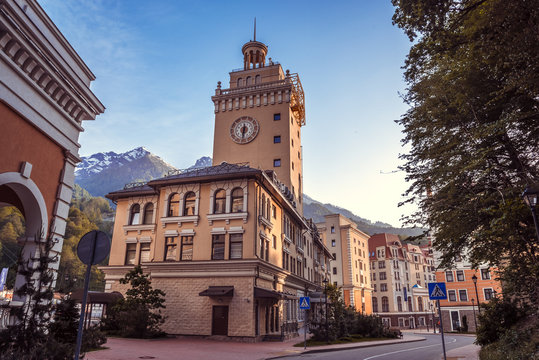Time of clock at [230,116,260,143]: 6:30
